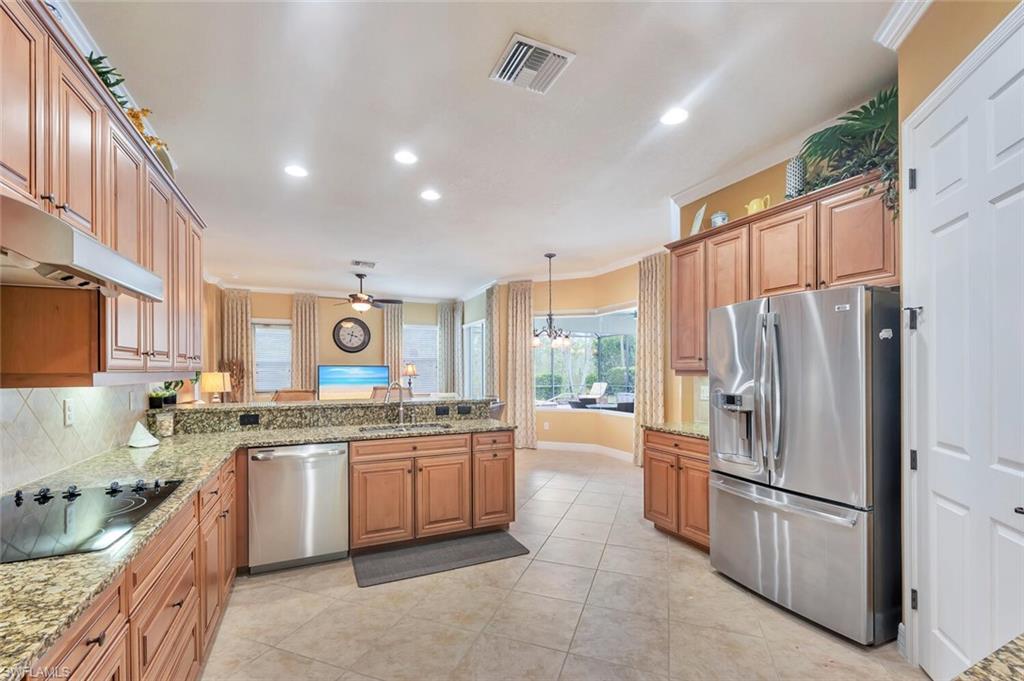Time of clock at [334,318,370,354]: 3:32
